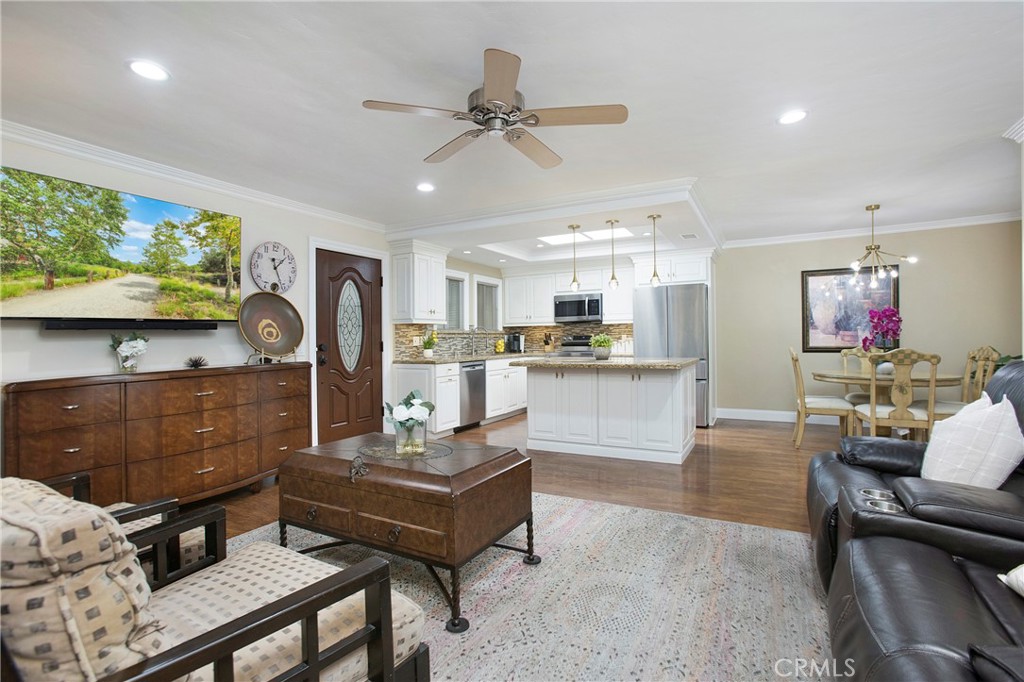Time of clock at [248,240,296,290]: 1:26
